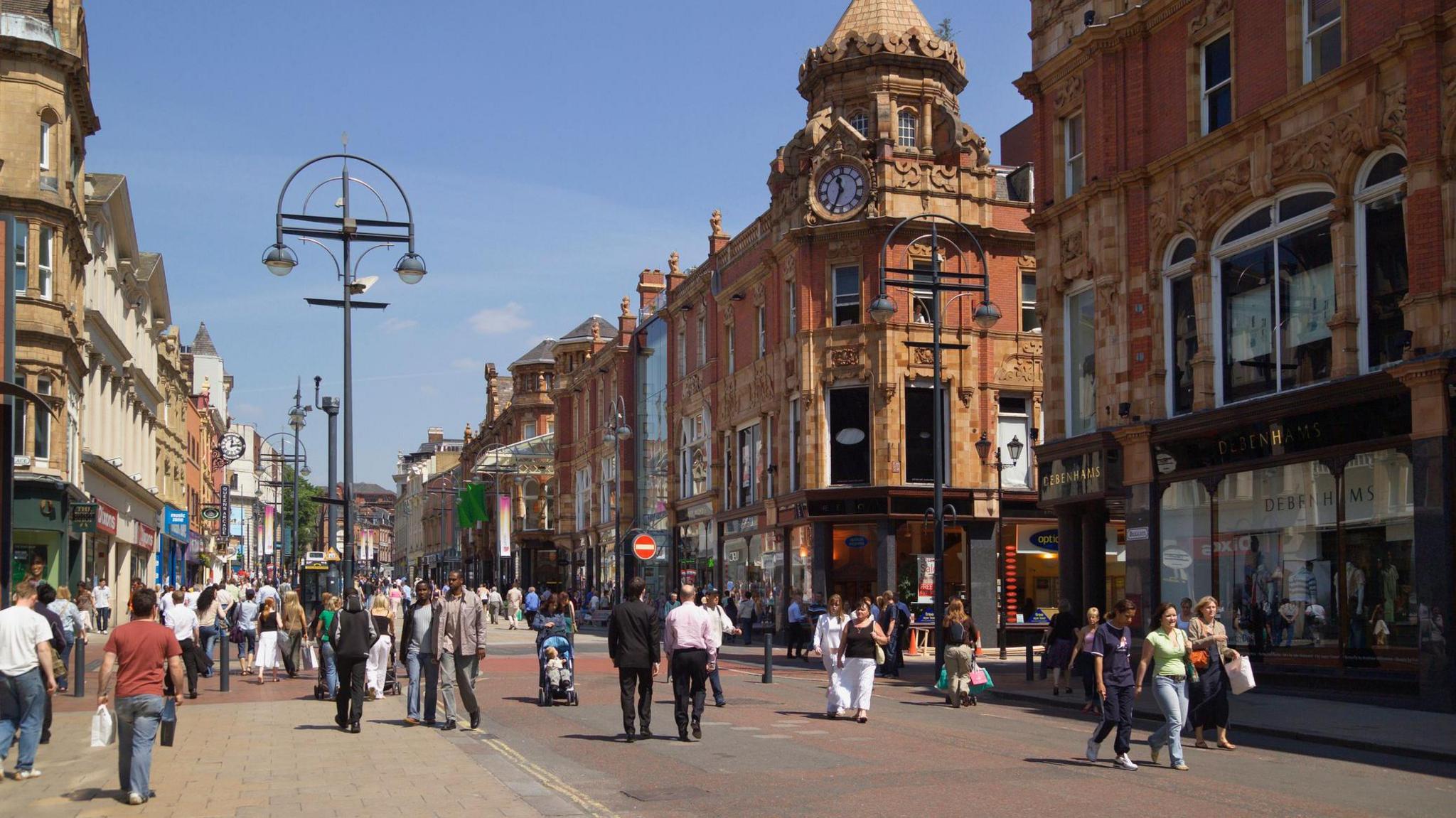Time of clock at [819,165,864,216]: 11:34
